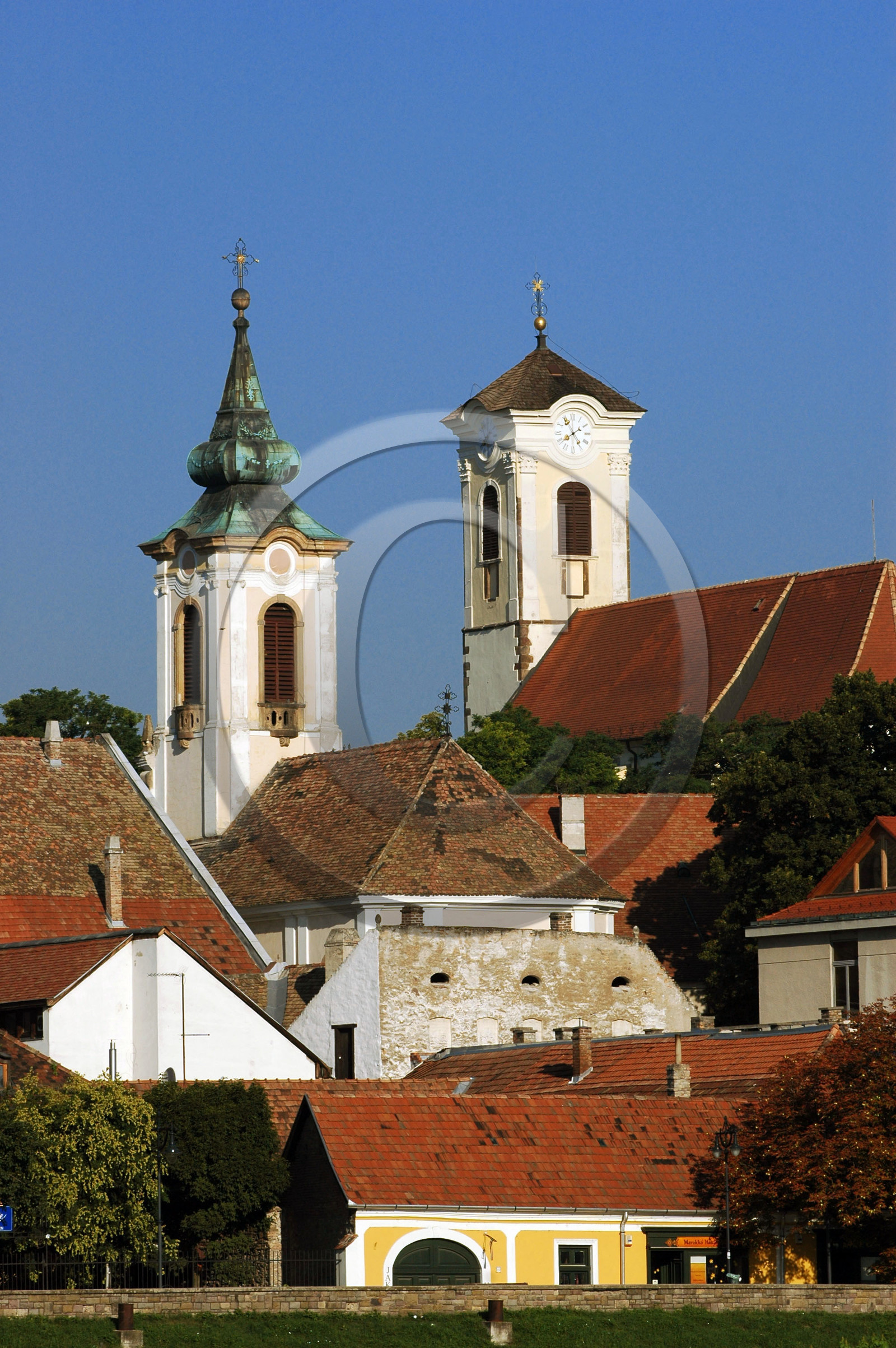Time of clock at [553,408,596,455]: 7:54
